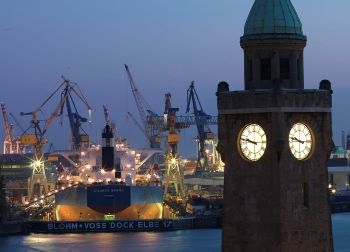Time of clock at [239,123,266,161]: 9:47
